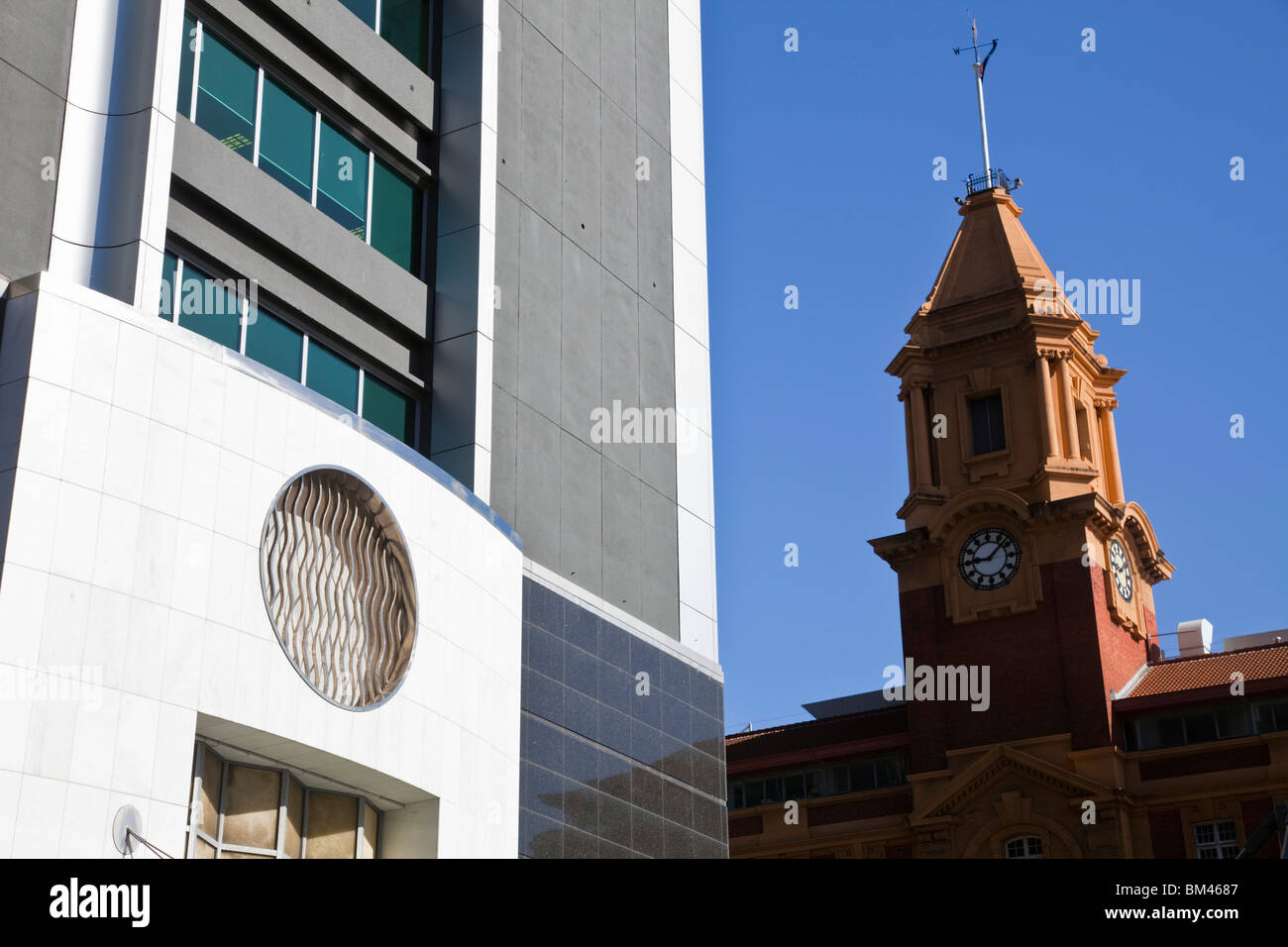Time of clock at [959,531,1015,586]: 9:07
